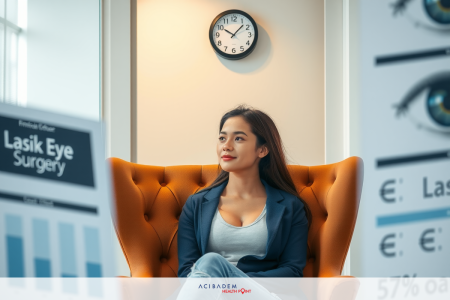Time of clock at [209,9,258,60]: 10:07
